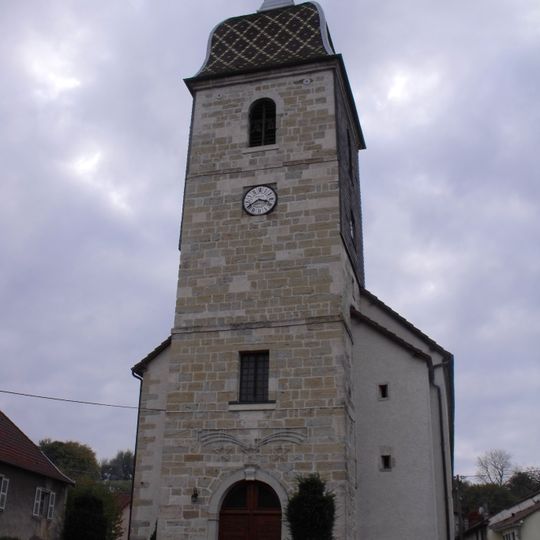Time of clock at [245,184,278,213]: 3:40
